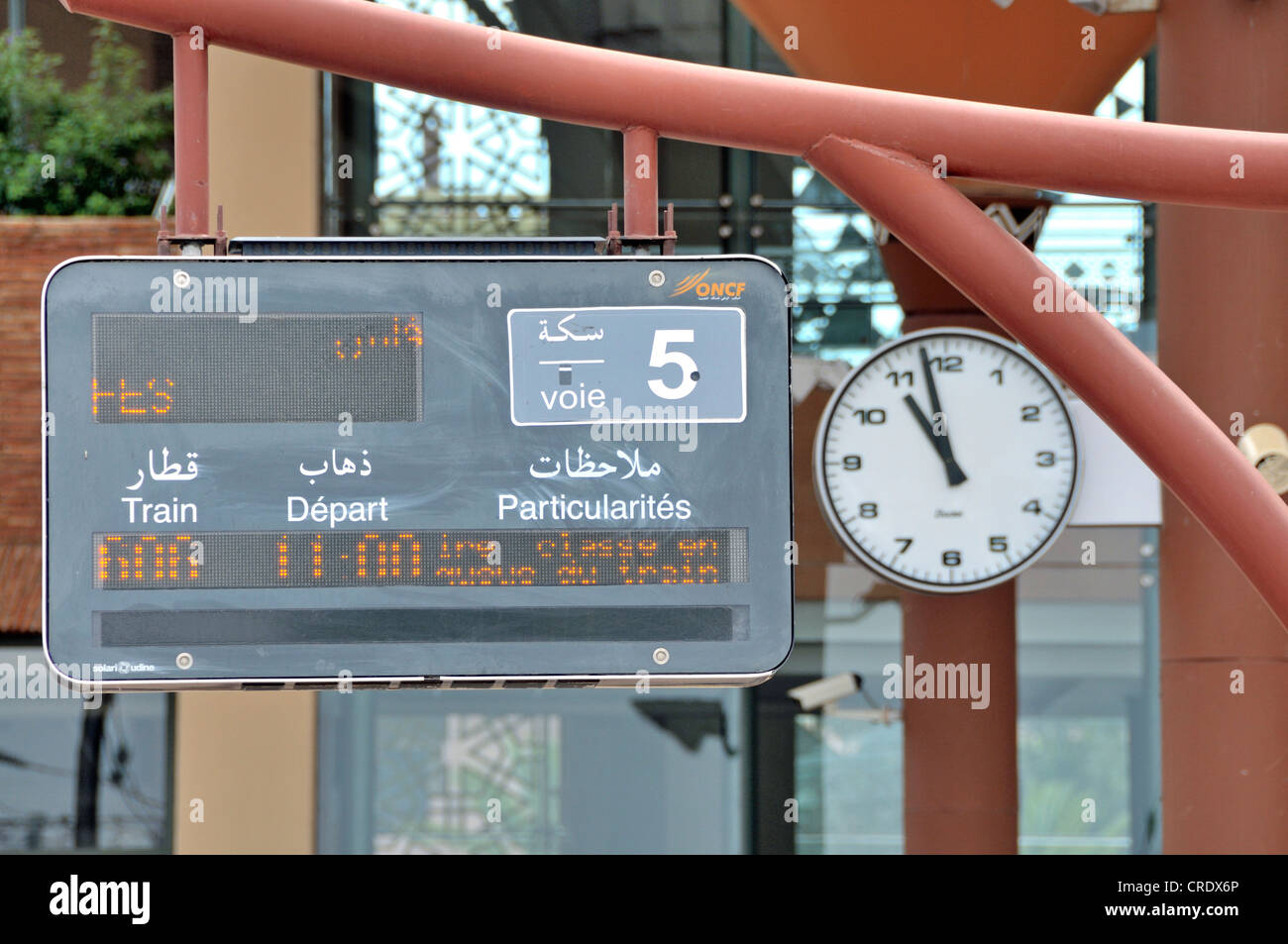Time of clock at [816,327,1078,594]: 10:57
